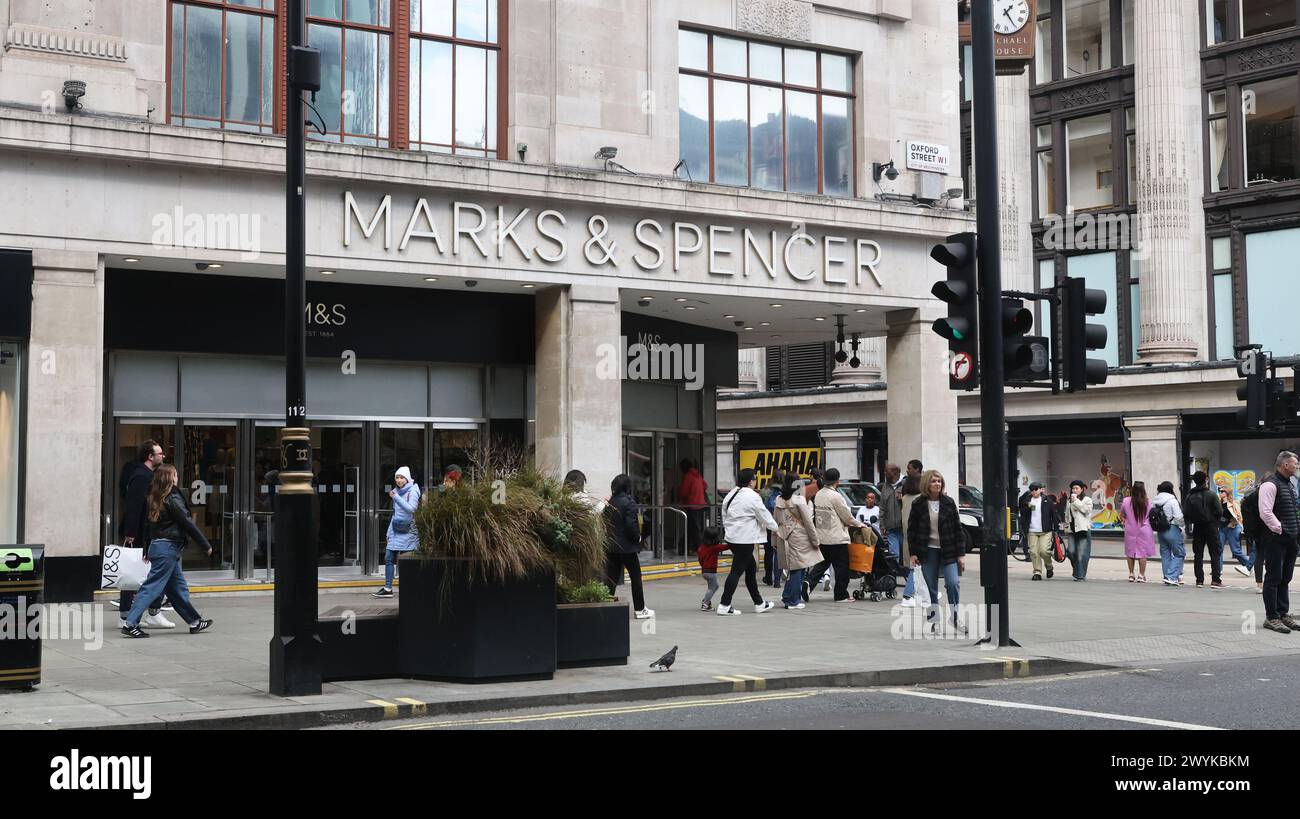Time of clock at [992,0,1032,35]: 1:24
